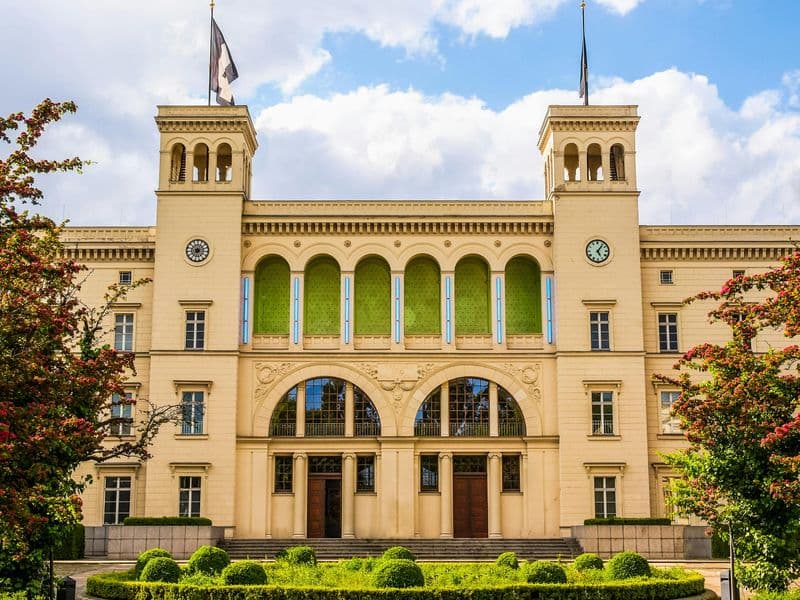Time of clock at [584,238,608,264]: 5:06
